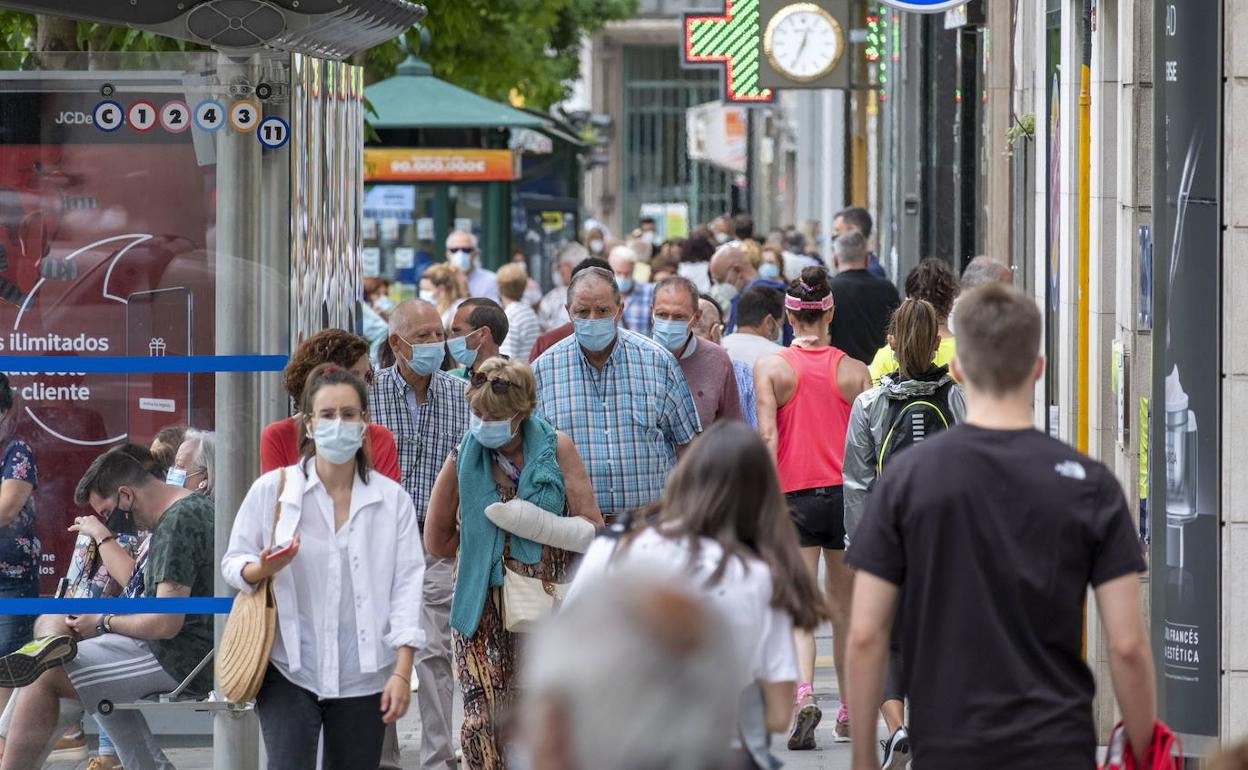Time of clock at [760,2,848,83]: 12:34
